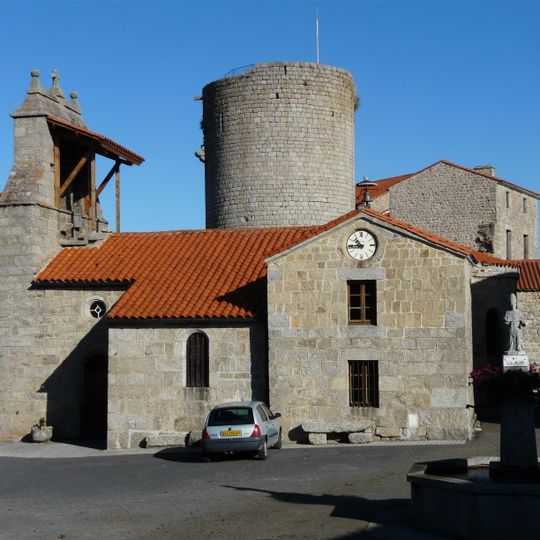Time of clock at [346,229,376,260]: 10:45
